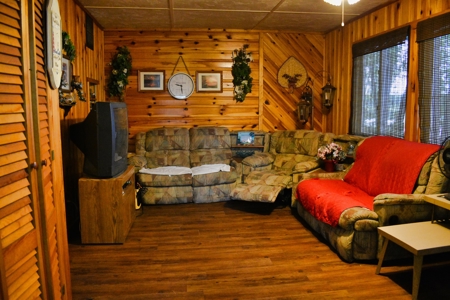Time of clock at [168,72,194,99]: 9:28
